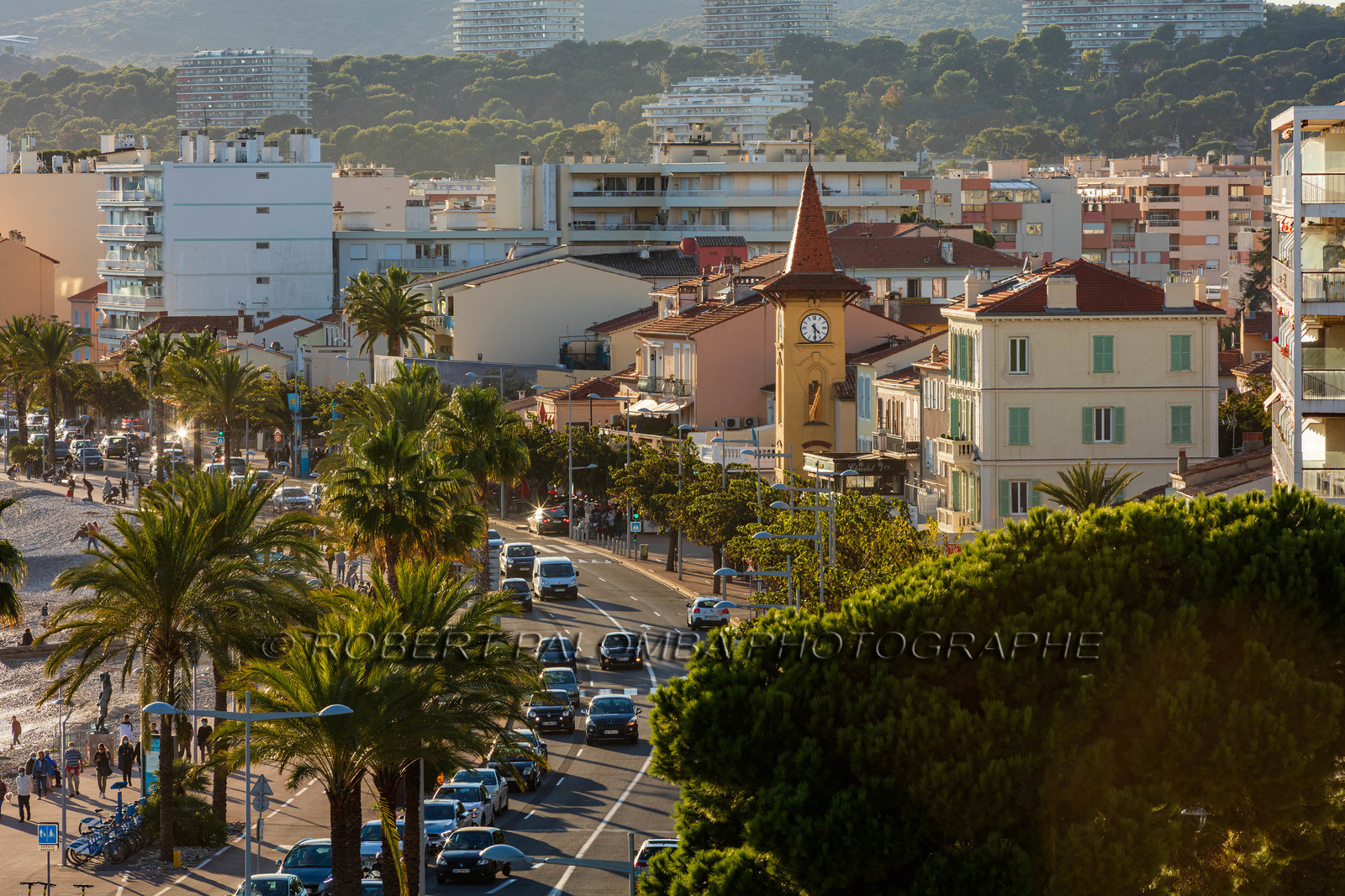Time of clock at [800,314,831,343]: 4:29
